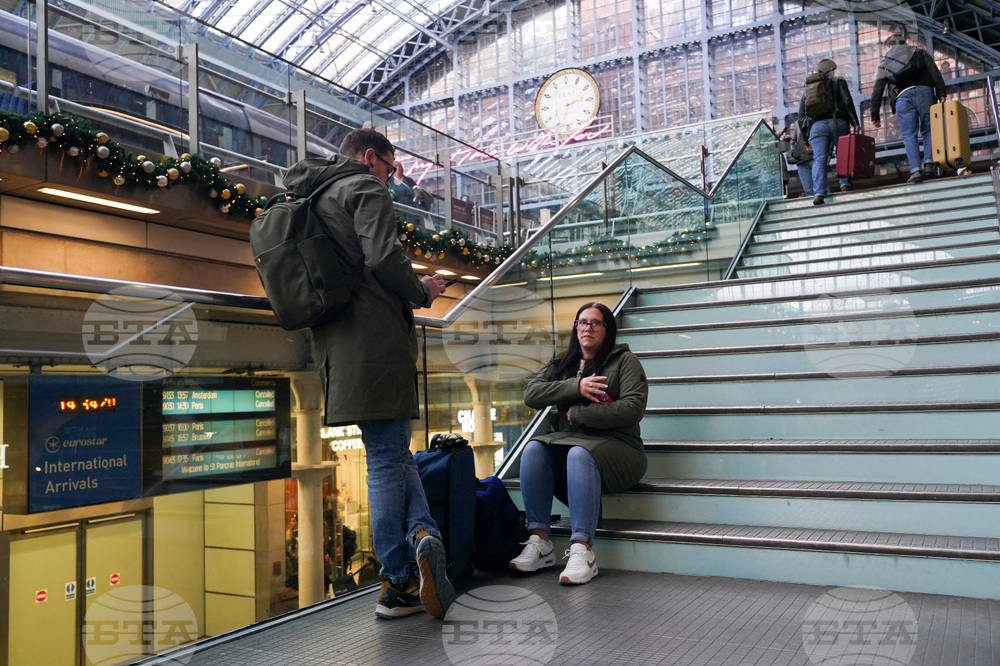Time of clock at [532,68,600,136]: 2:33
